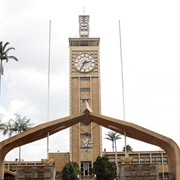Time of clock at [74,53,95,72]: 2:34
